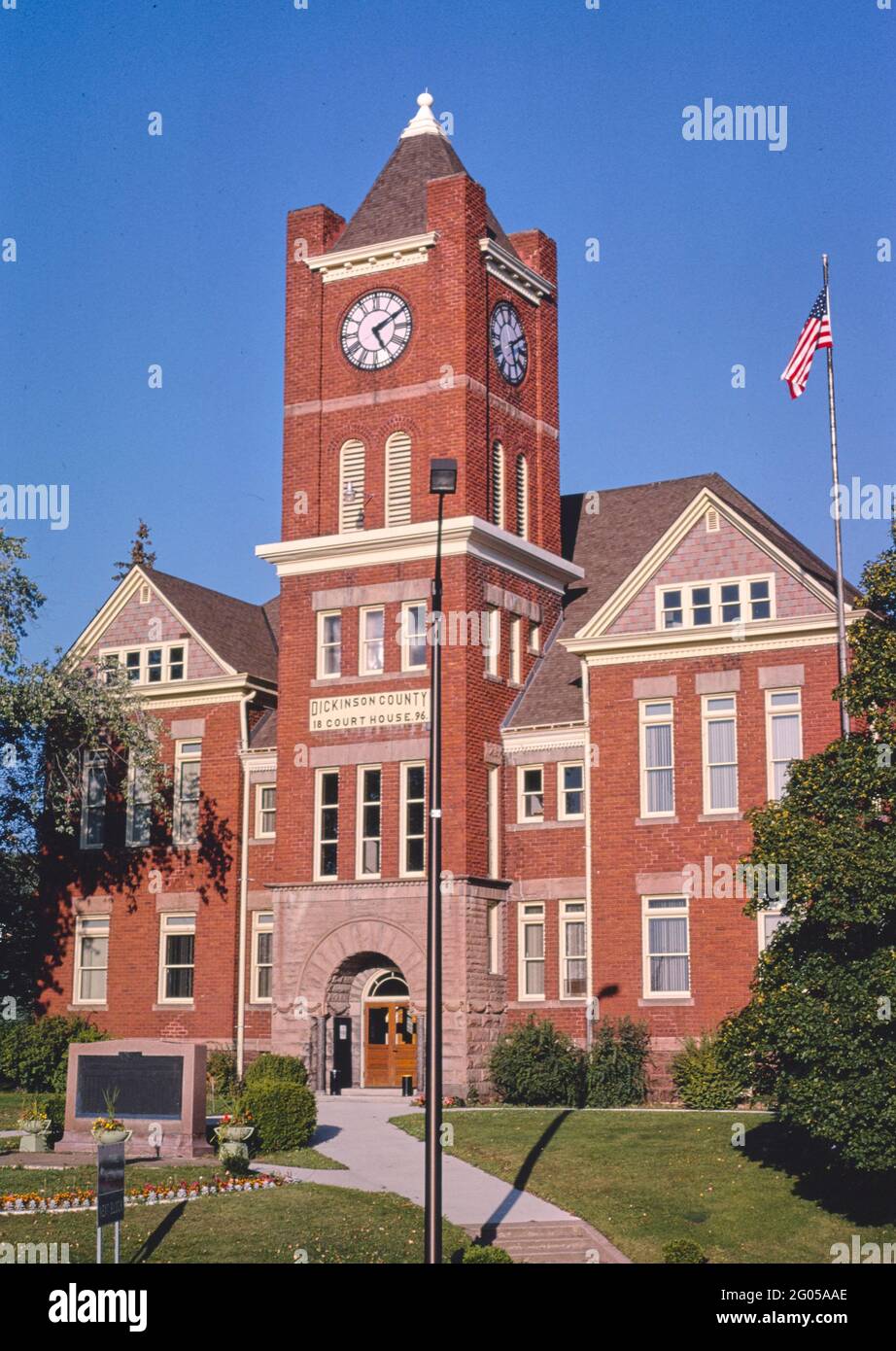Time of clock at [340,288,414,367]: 5:10
